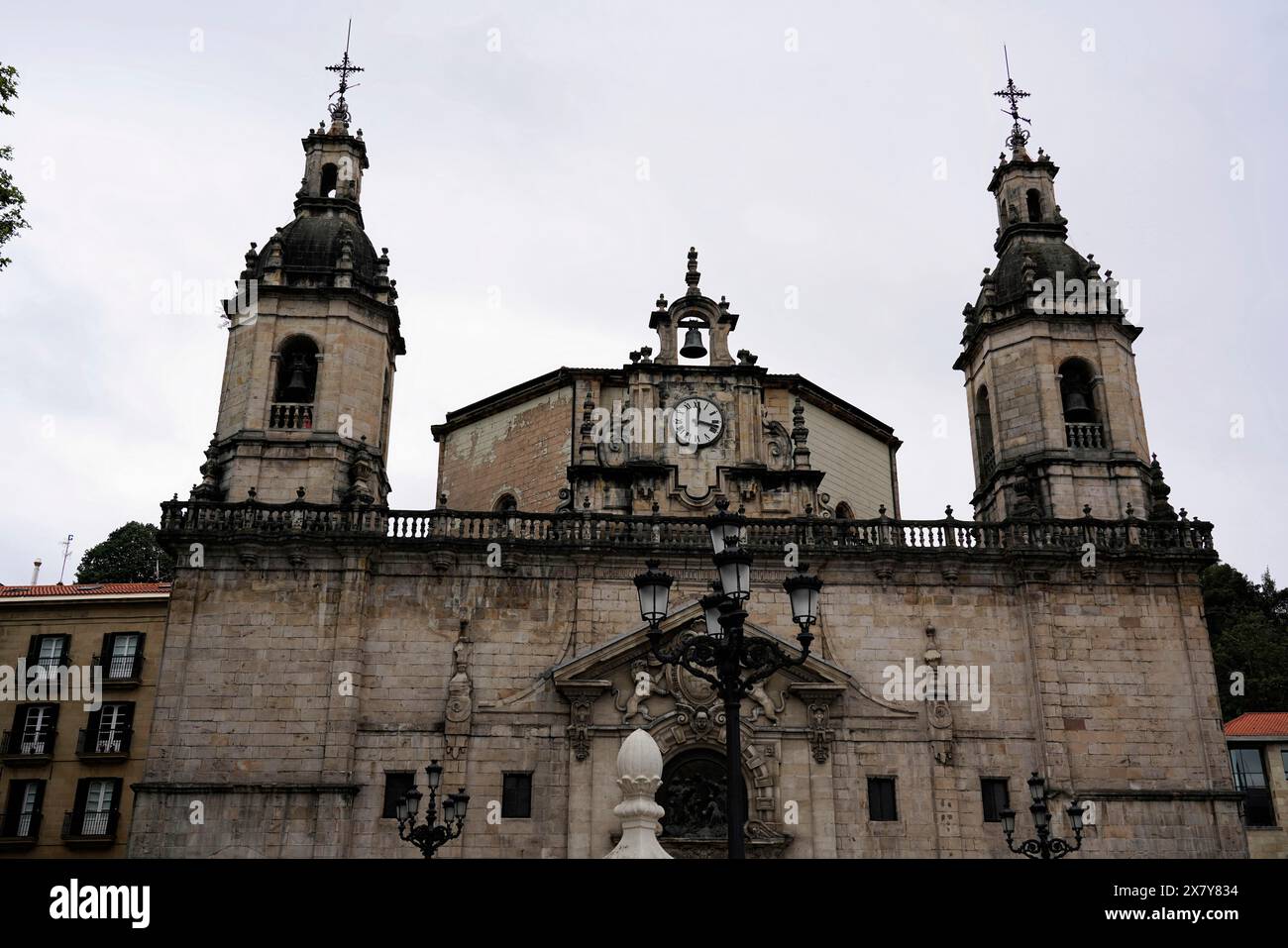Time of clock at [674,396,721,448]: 12:17
